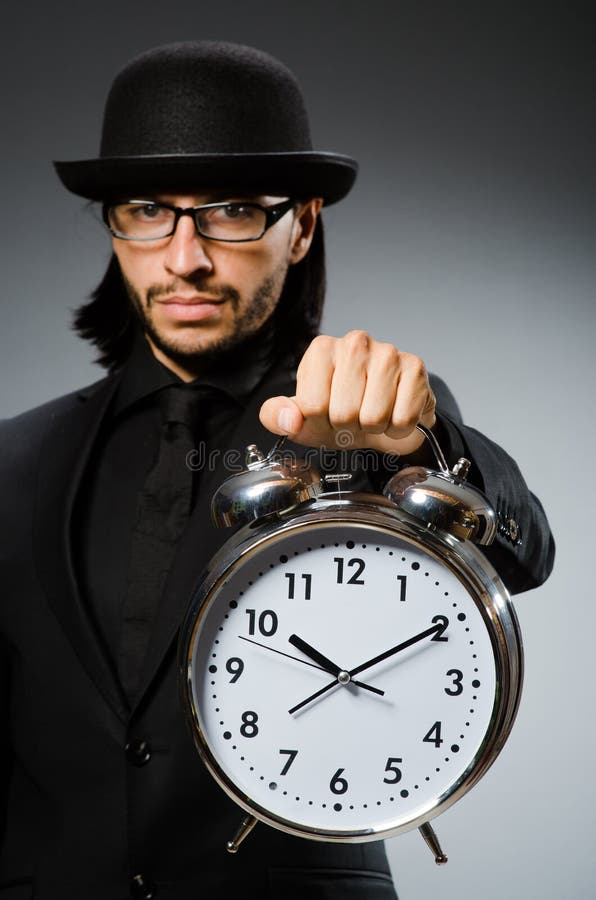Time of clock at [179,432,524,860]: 10:10
